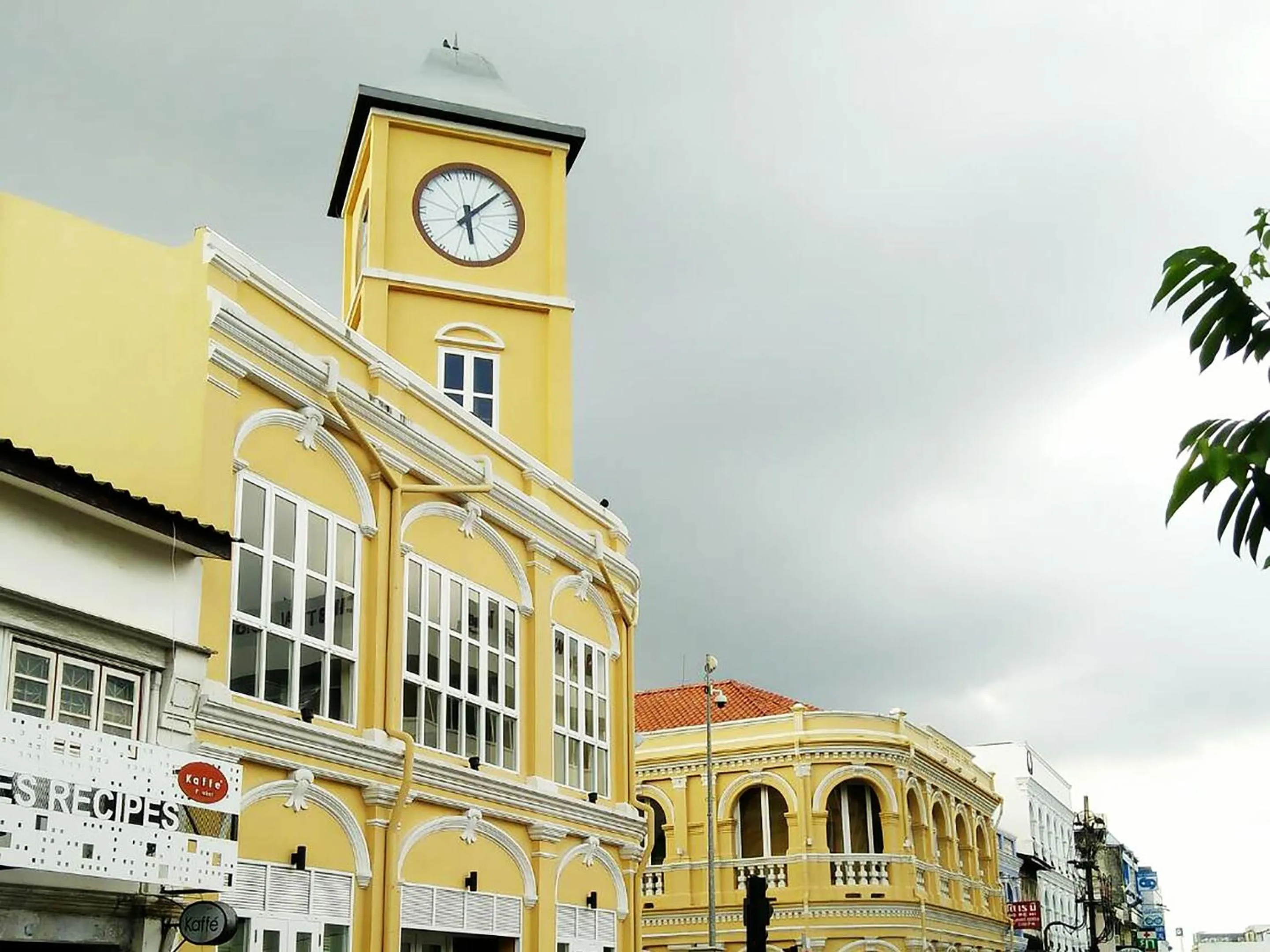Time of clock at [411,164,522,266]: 6:07
